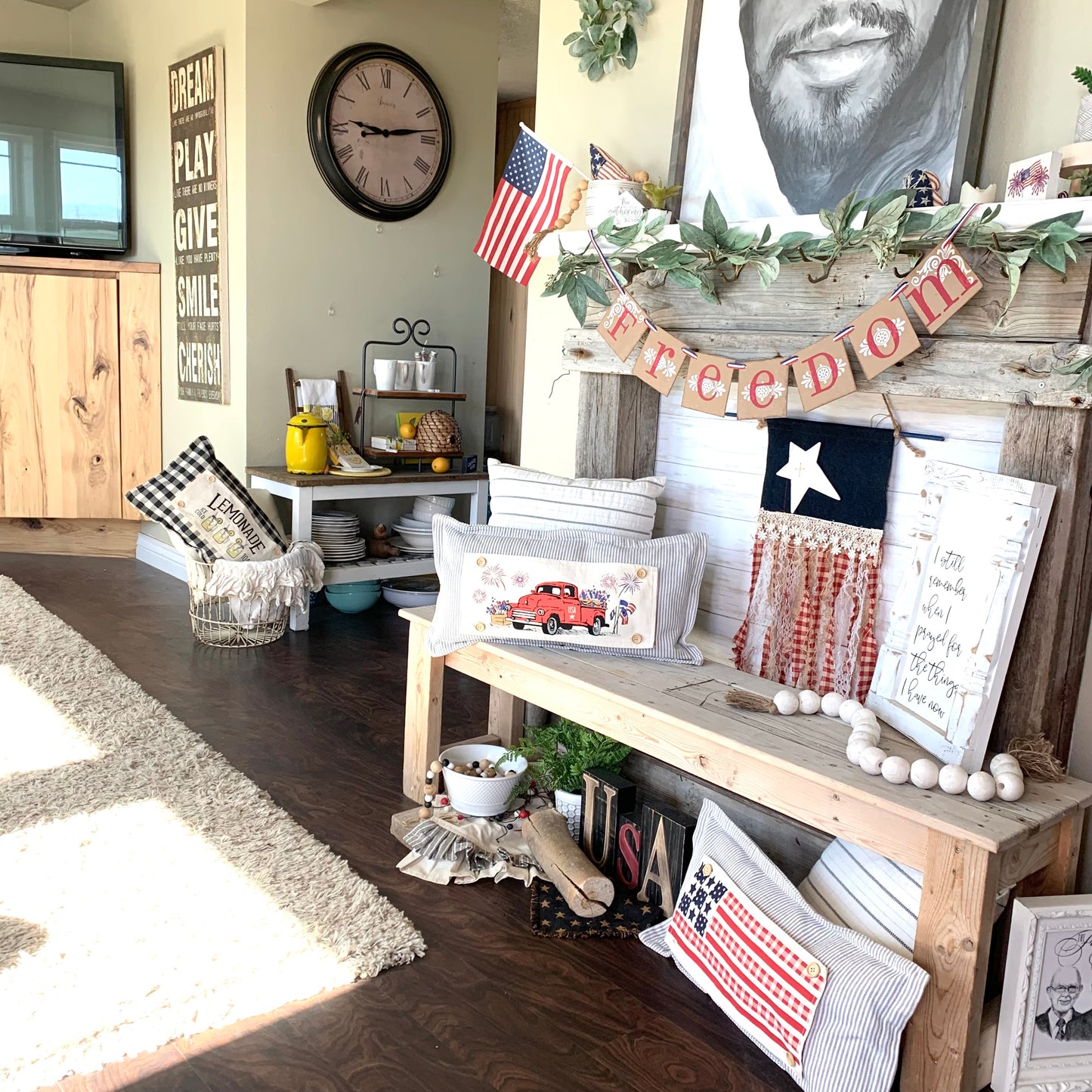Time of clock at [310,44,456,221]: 9:13
